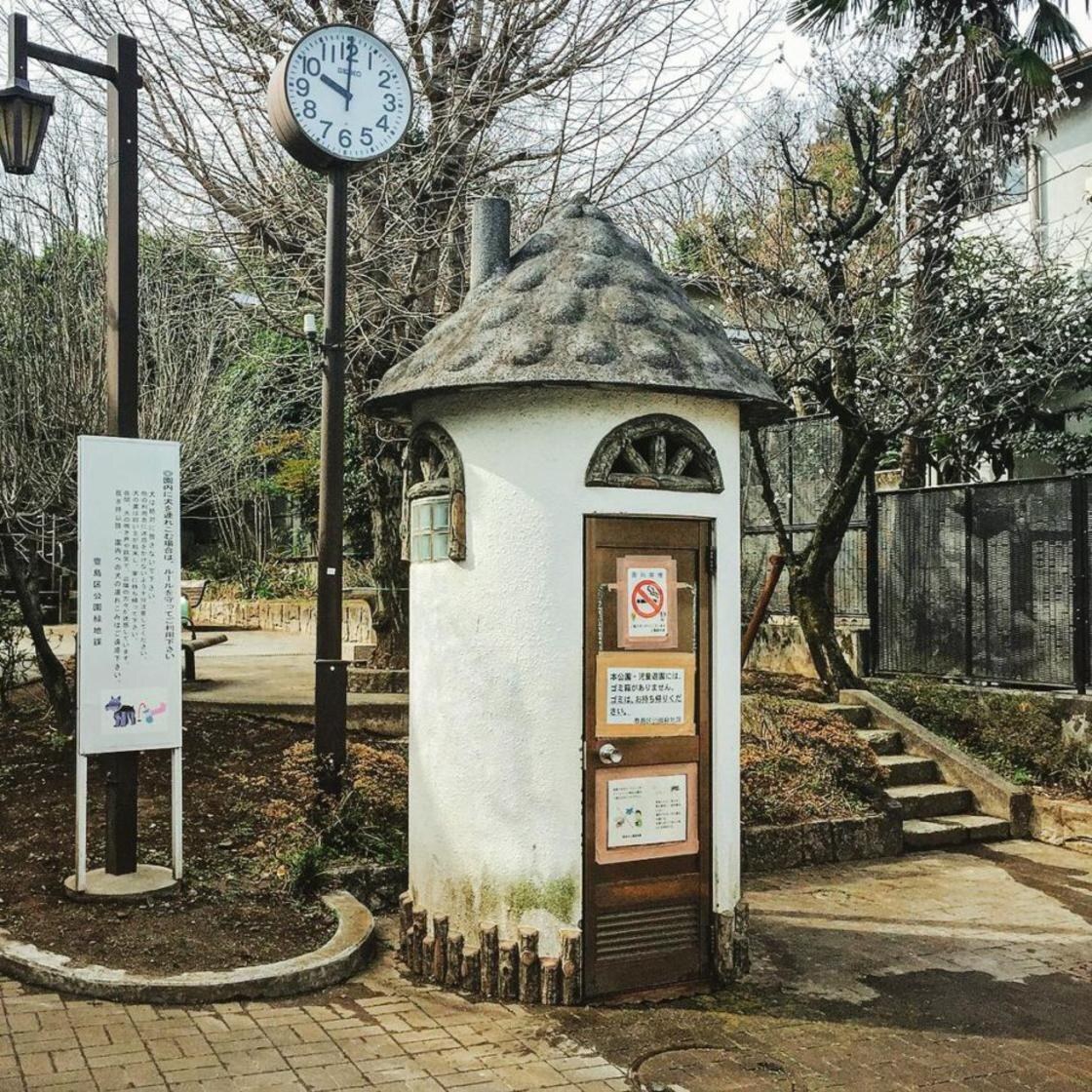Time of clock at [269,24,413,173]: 10:00
